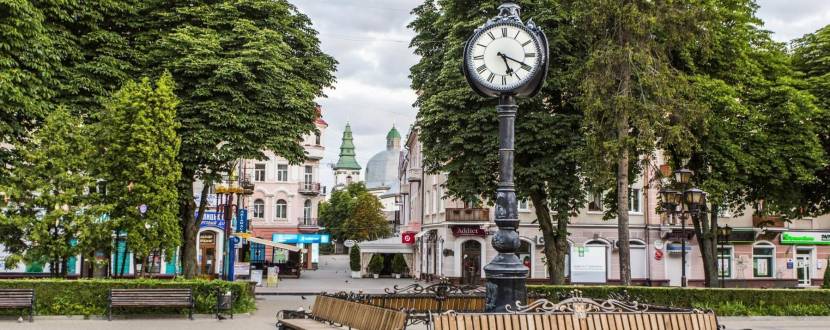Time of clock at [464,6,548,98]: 5:19
